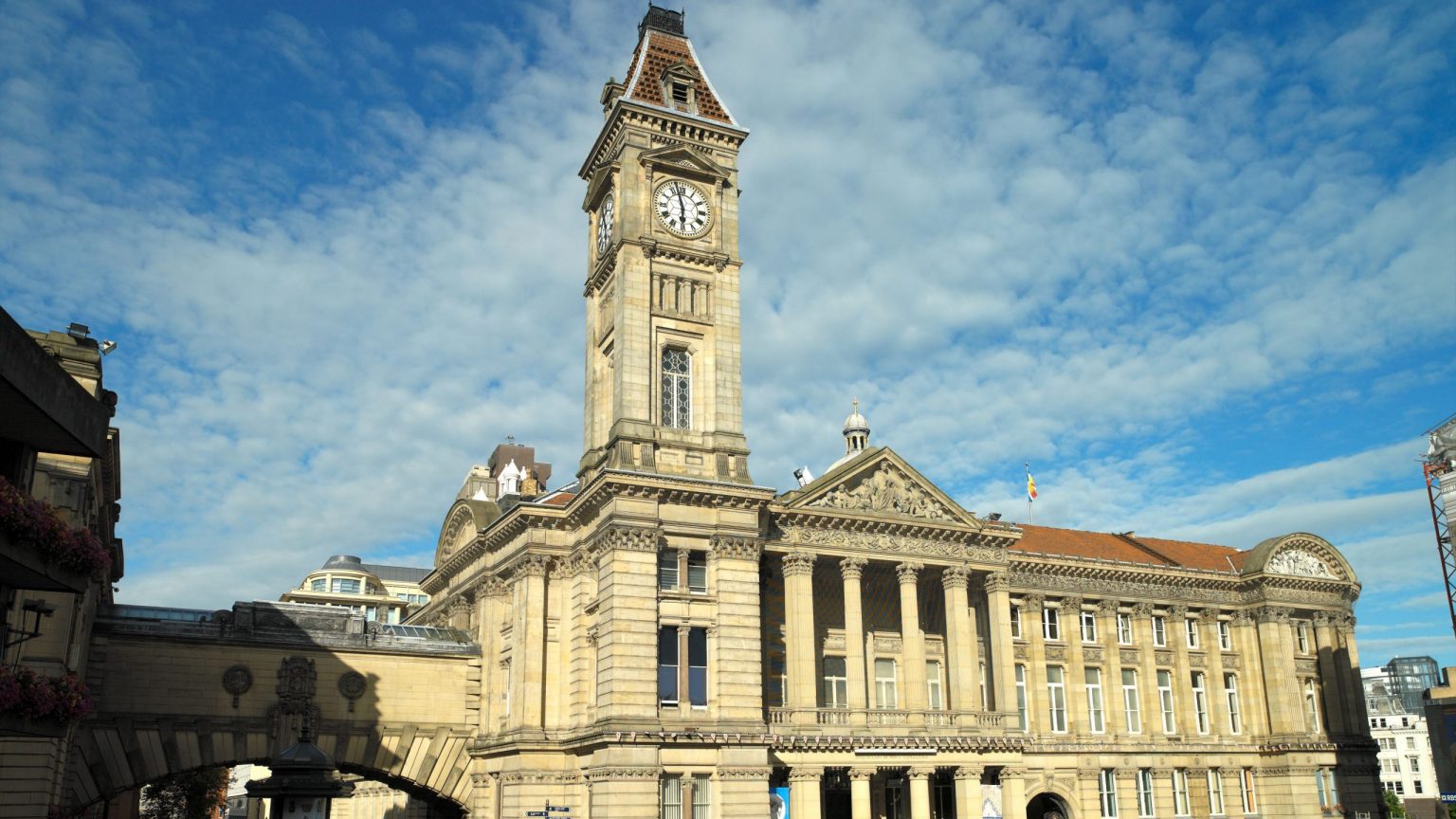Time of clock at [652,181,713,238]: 5:57
